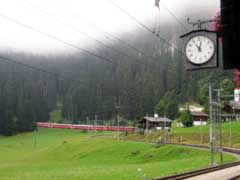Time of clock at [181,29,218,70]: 11:02
